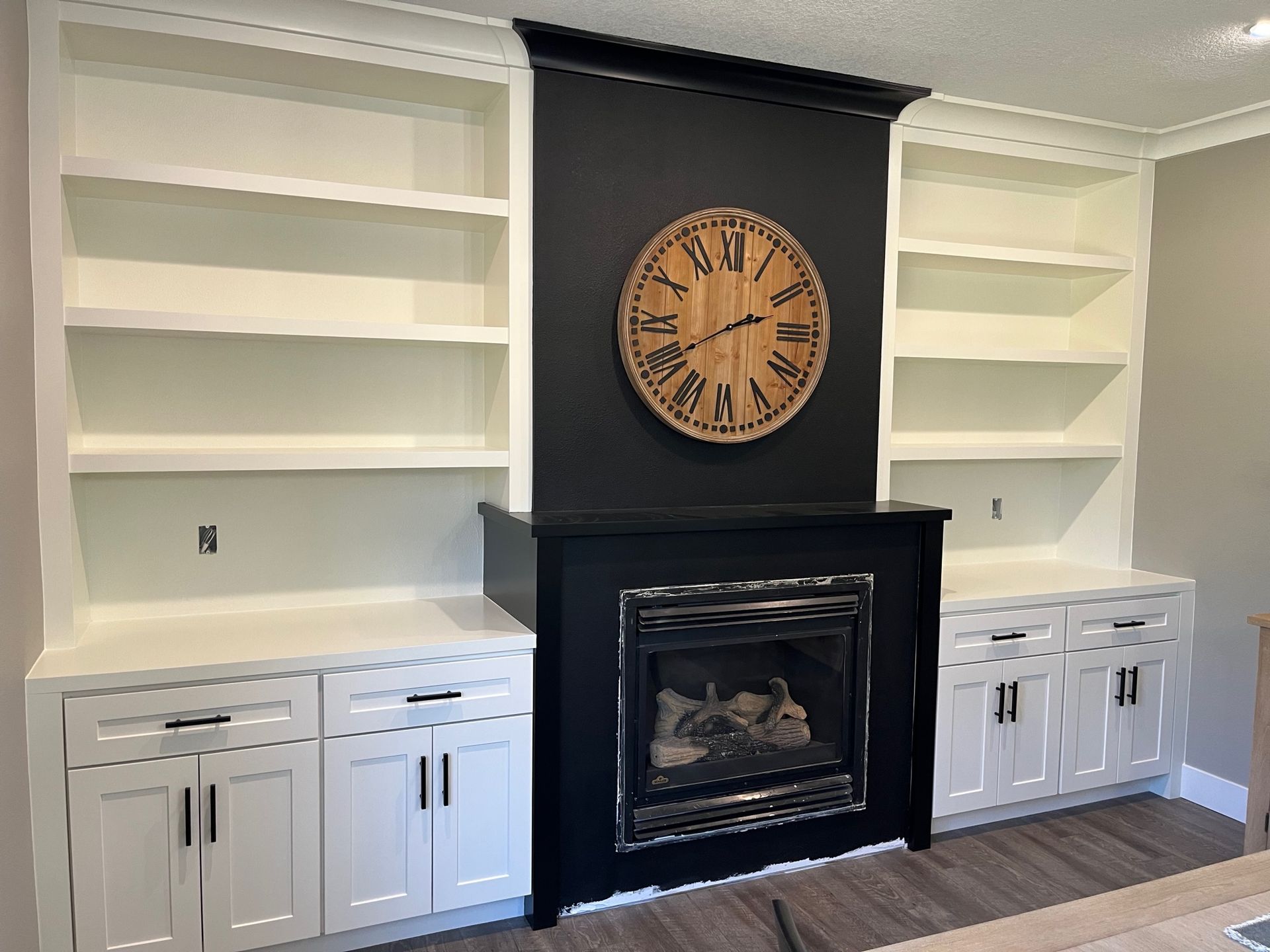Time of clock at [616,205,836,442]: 2:40
